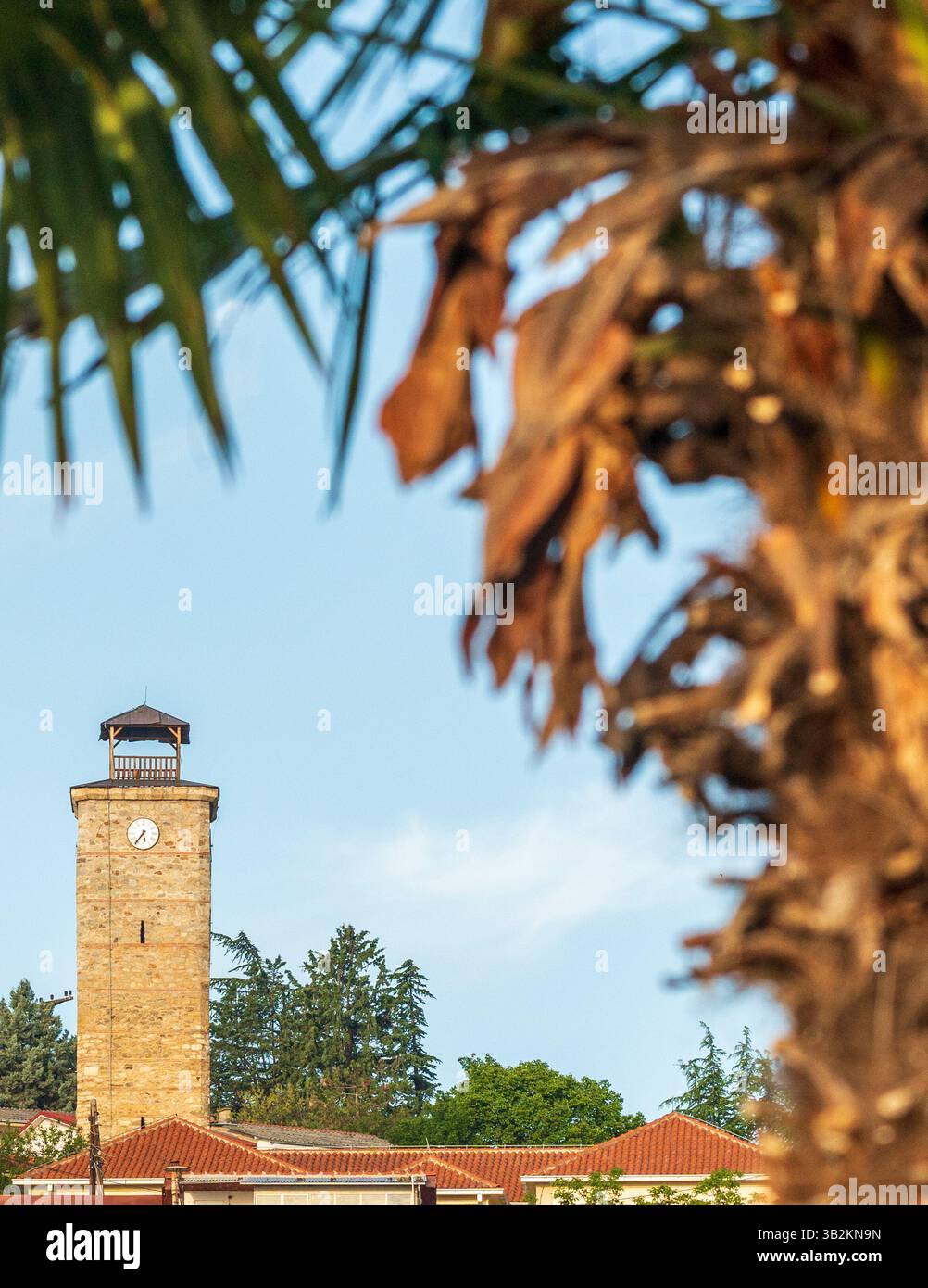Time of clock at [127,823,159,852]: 5:36
